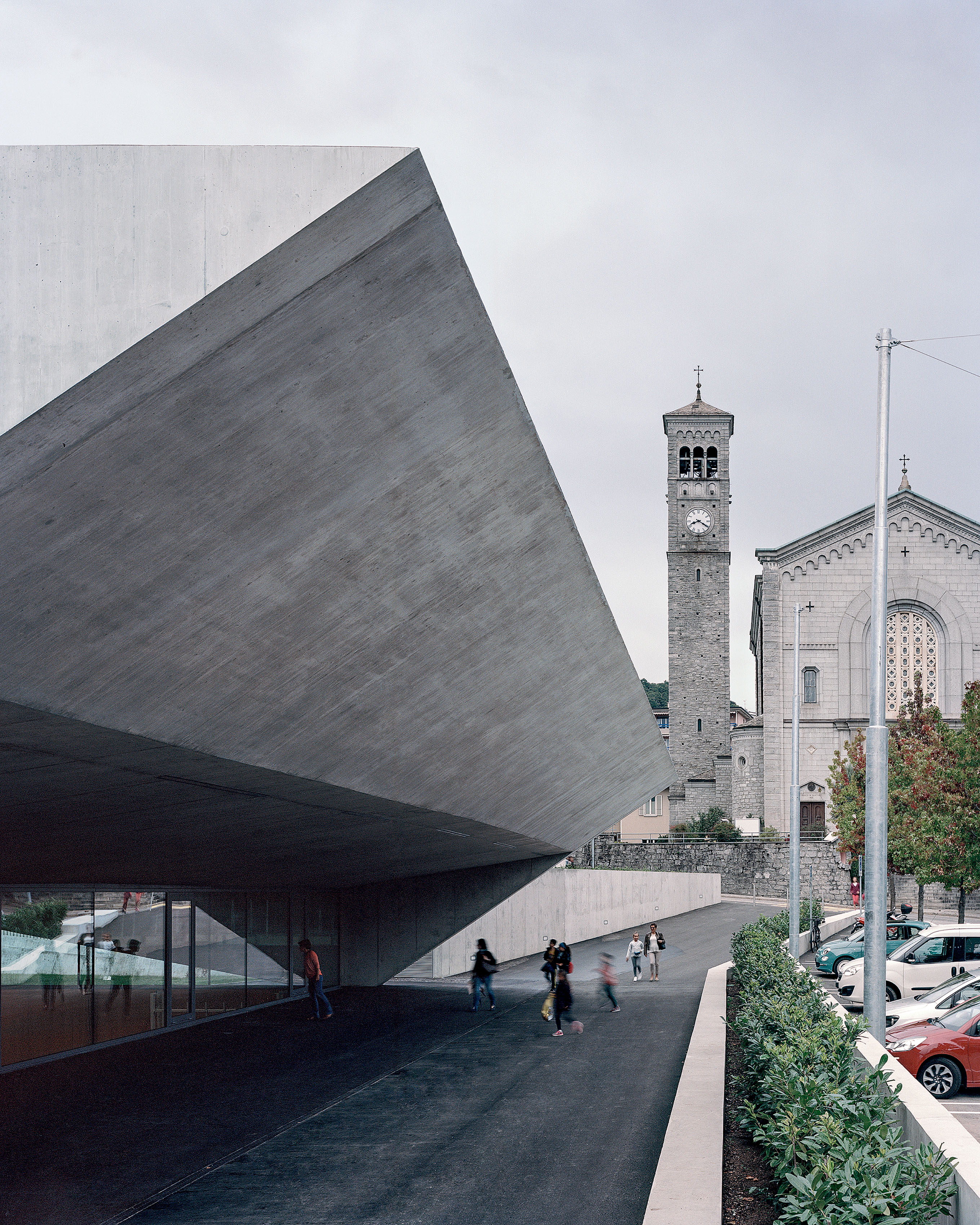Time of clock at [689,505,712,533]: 8:20
